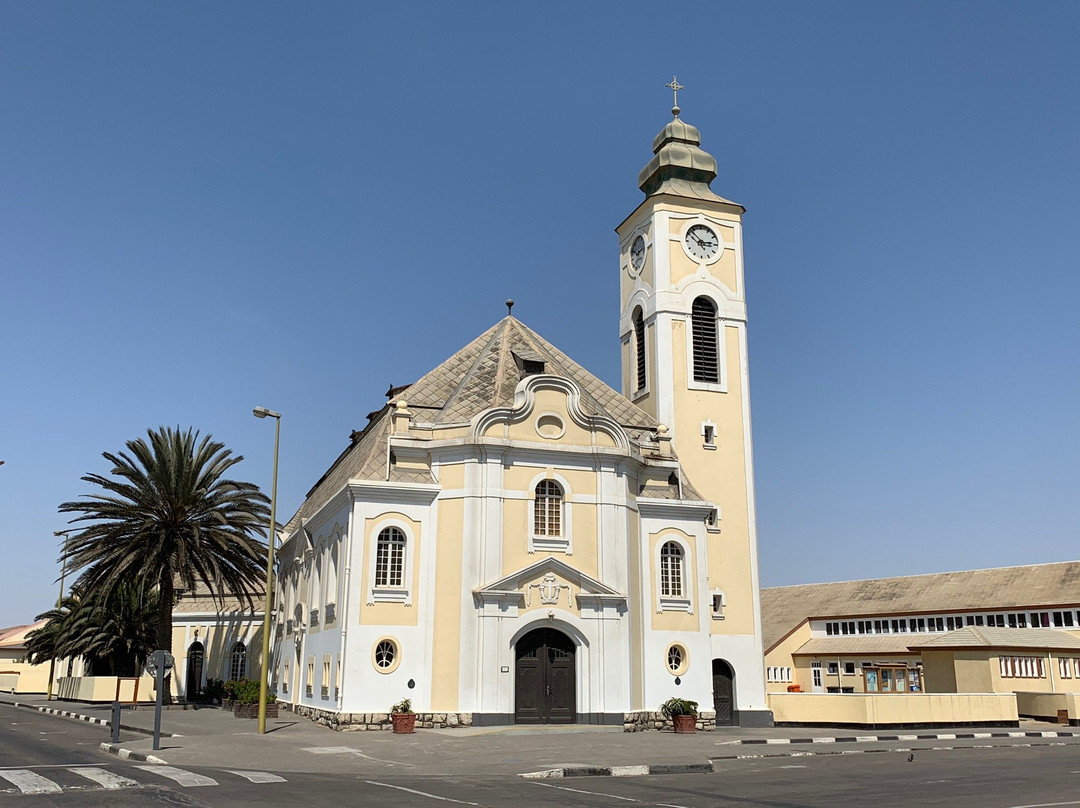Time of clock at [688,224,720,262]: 2:53
